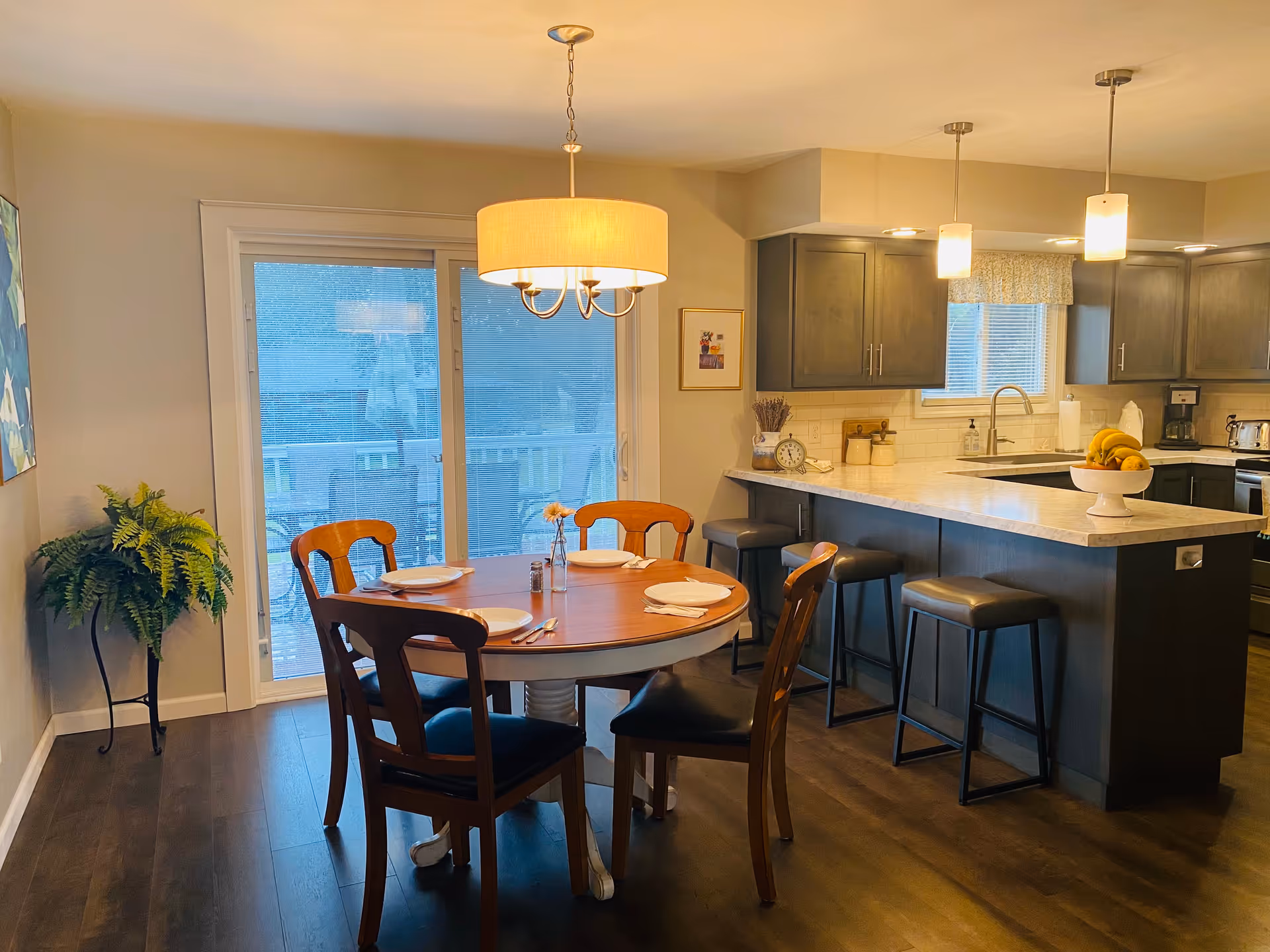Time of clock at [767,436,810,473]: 11:26
